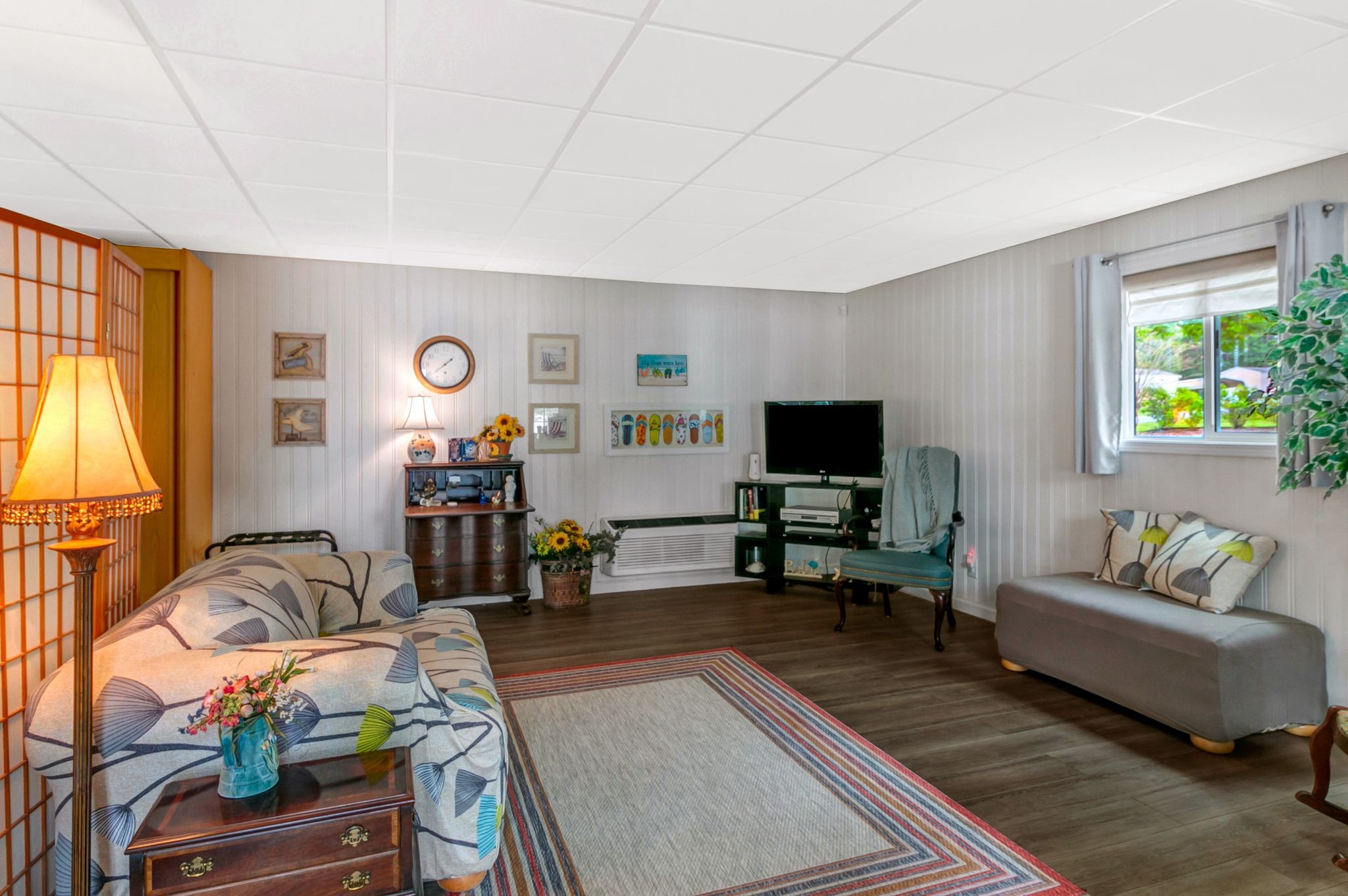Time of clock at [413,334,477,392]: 1:38
